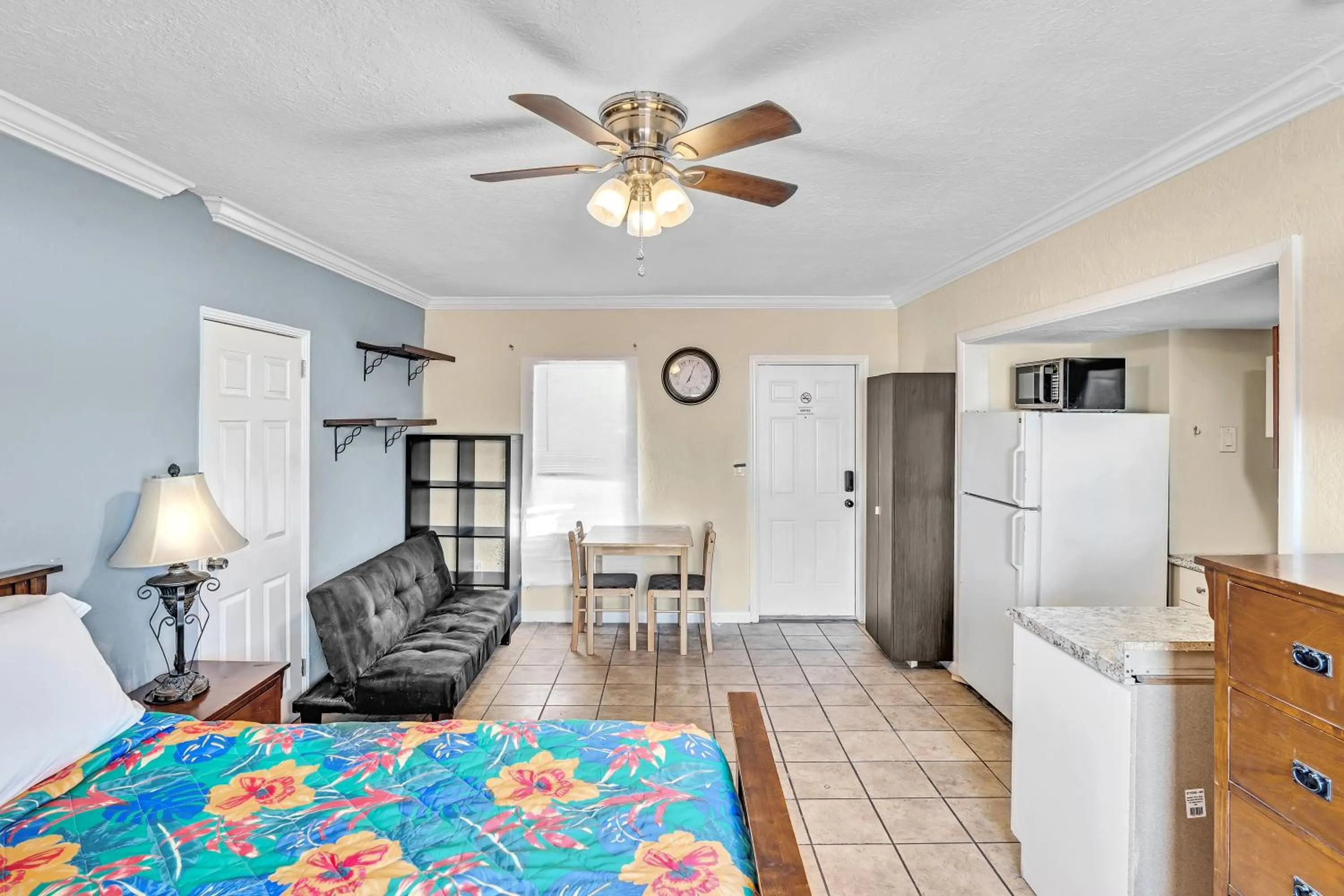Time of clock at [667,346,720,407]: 7:03
